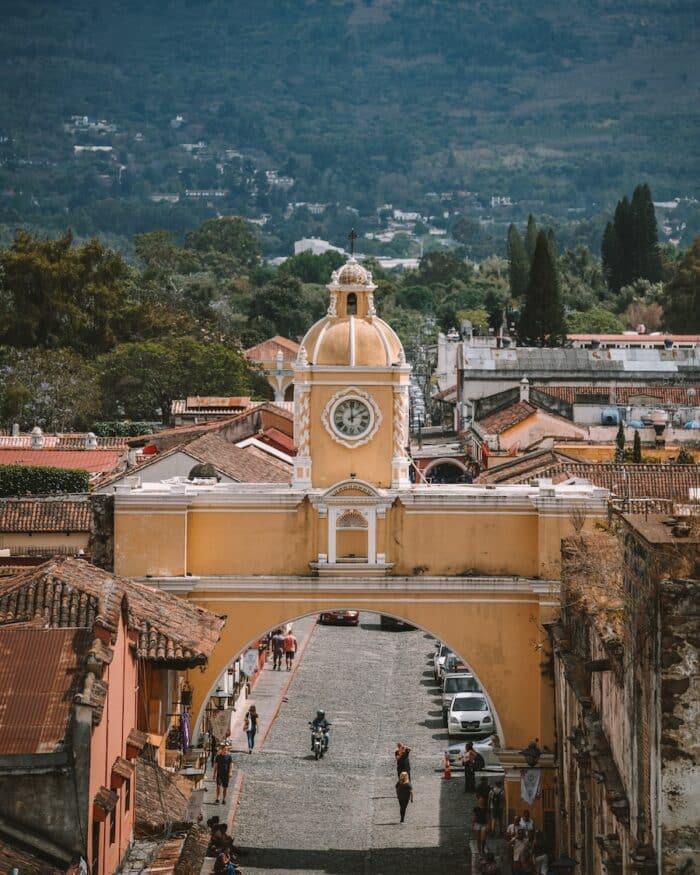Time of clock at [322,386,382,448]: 1:59
